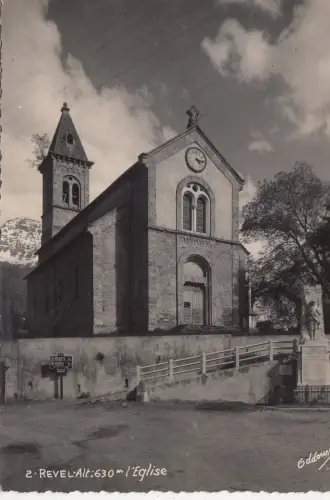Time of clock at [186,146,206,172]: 4:16
